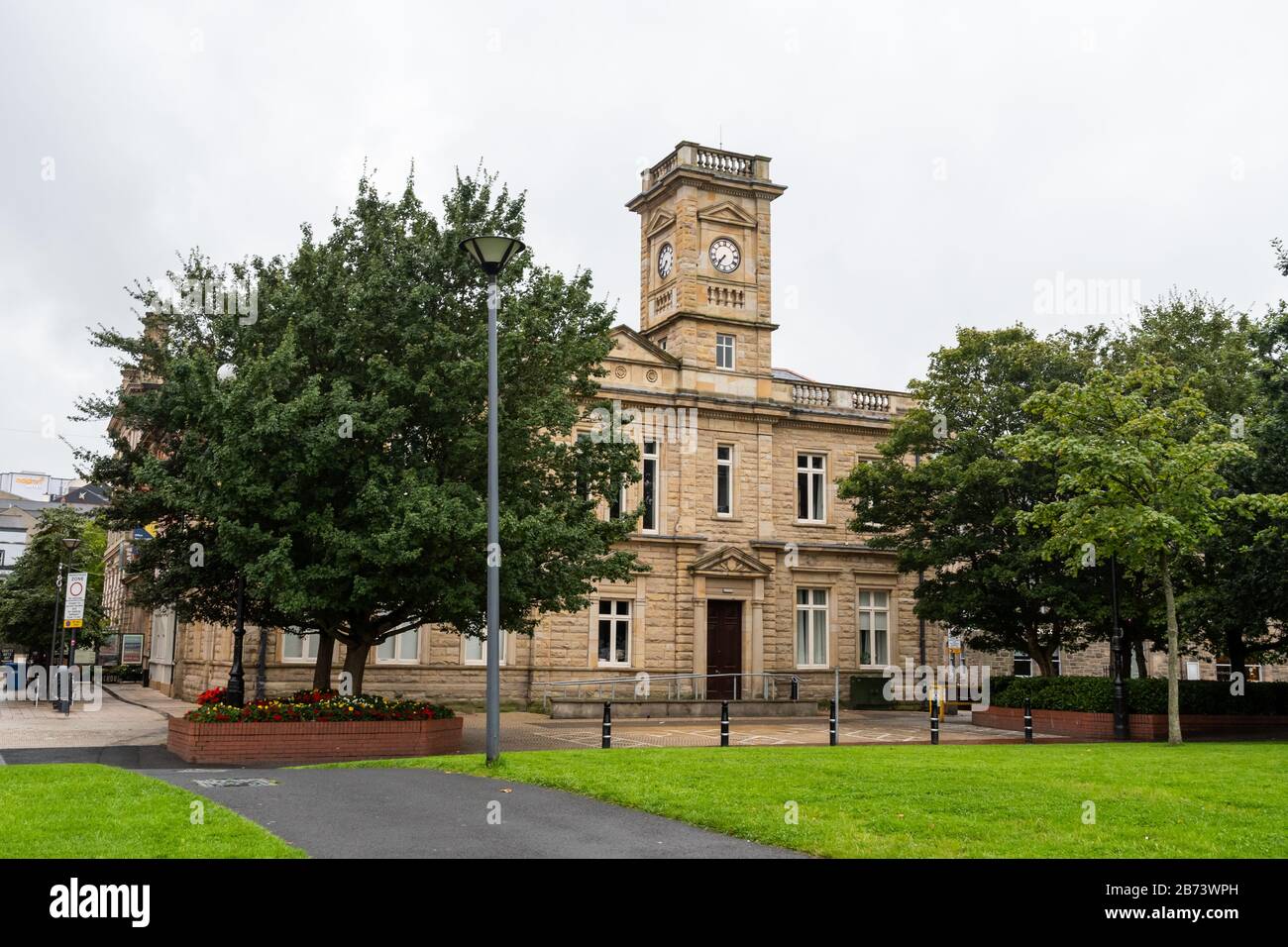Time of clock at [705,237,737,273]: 7:36
